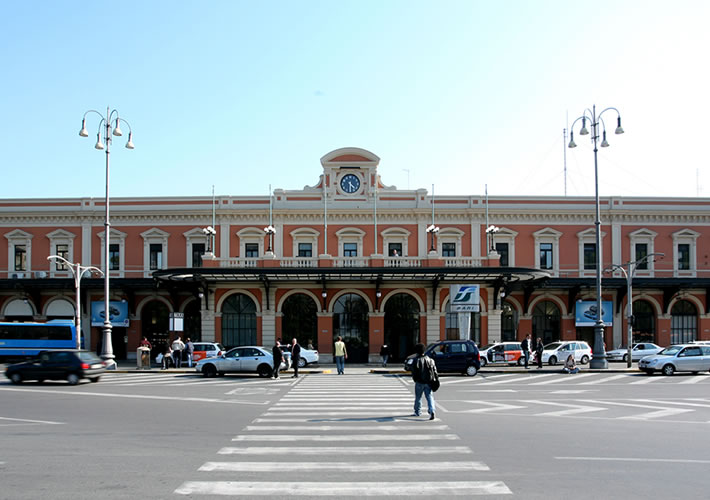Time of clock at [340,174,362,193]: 4:29
